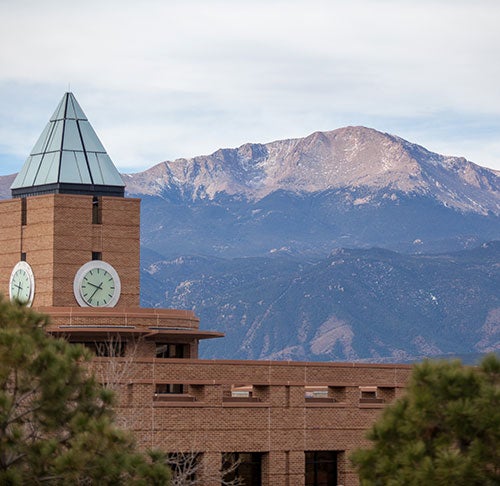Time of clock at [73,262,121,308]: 9:36
